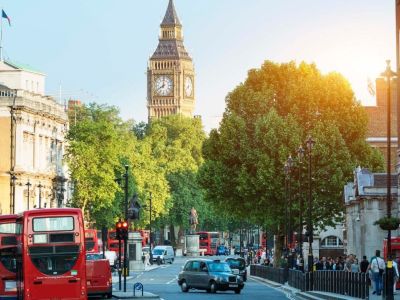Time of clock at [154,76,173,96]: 8:01
